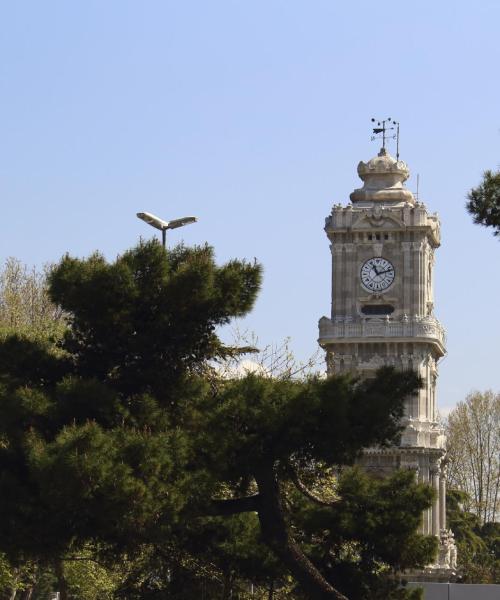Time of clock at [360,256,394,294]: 11:12
